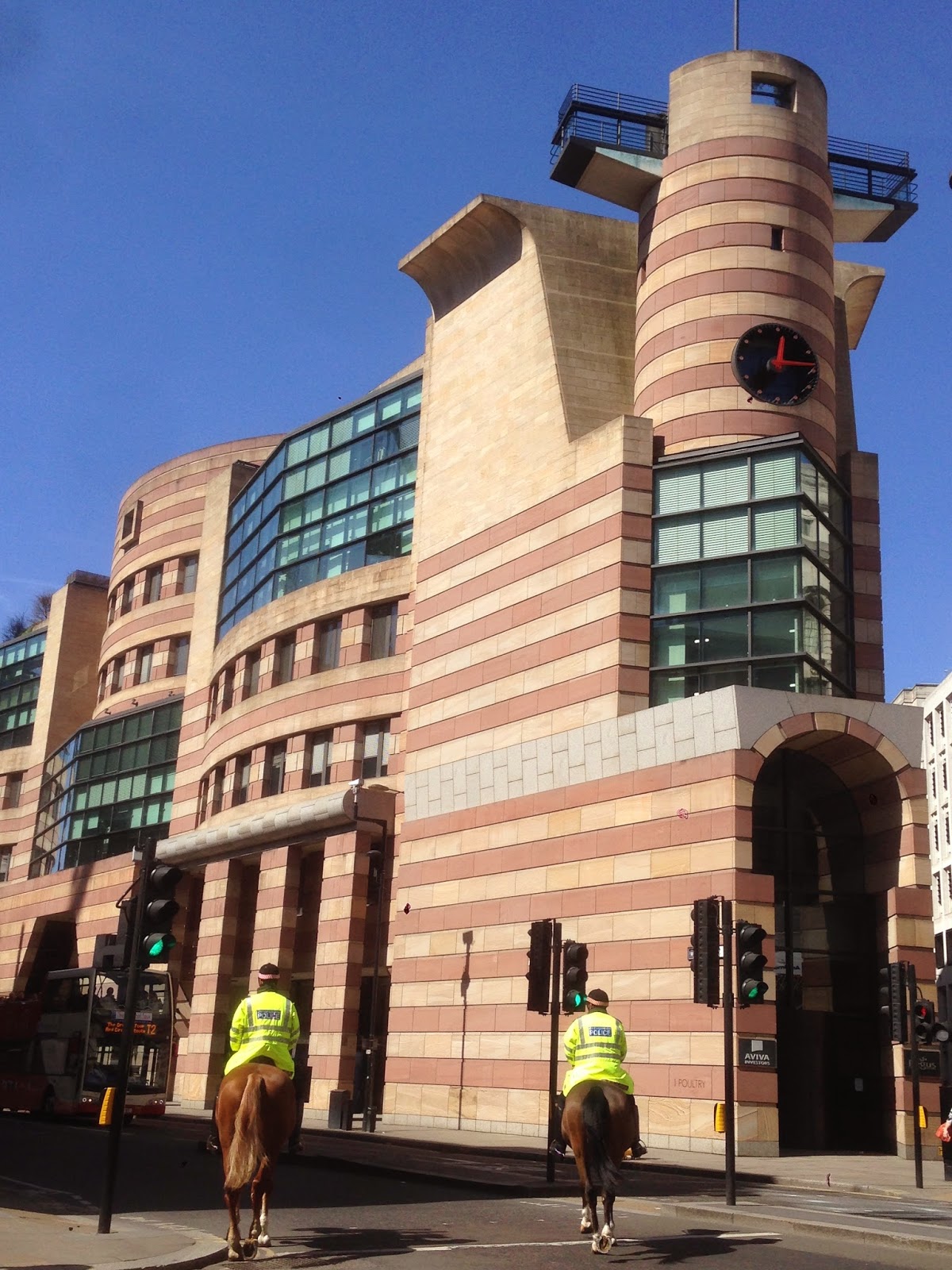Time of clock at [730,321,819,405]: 12:14
